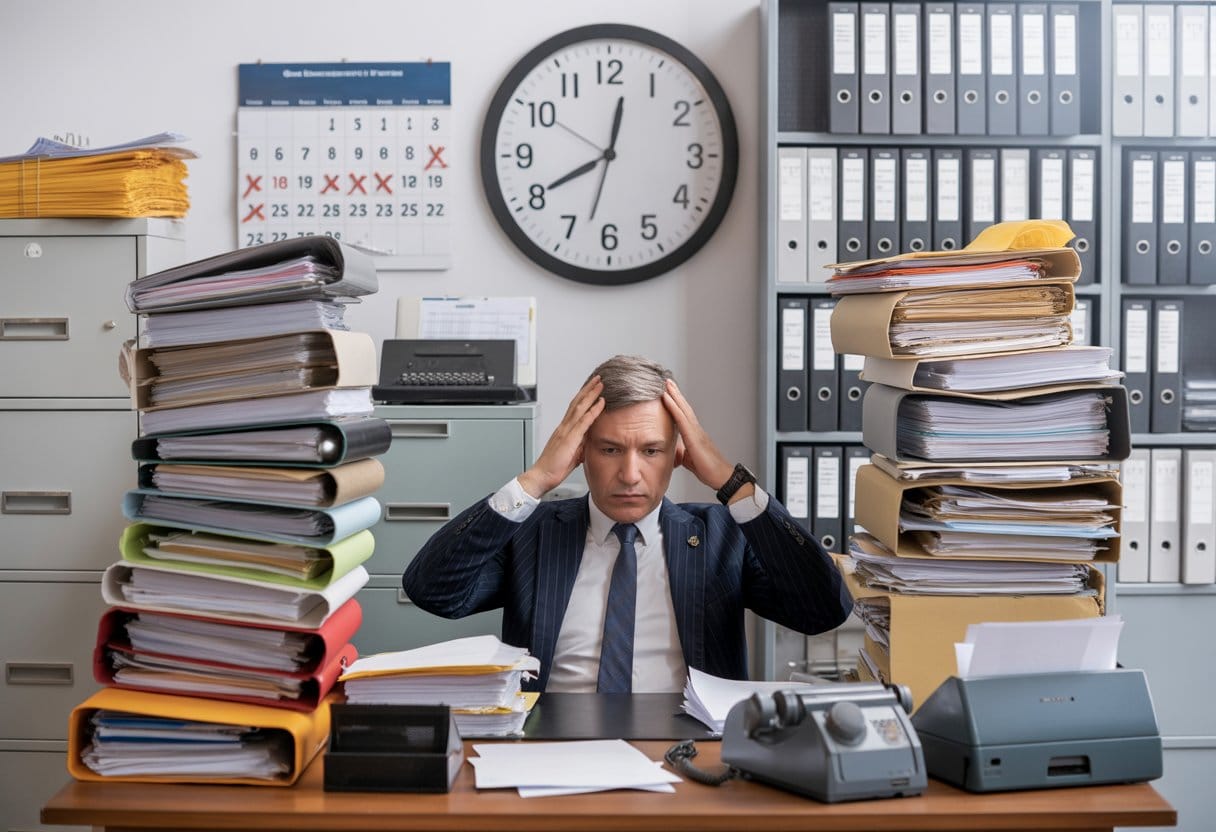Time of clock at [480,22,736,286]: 8:01
